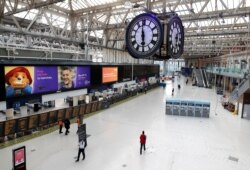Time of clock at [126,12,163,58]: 5:58
